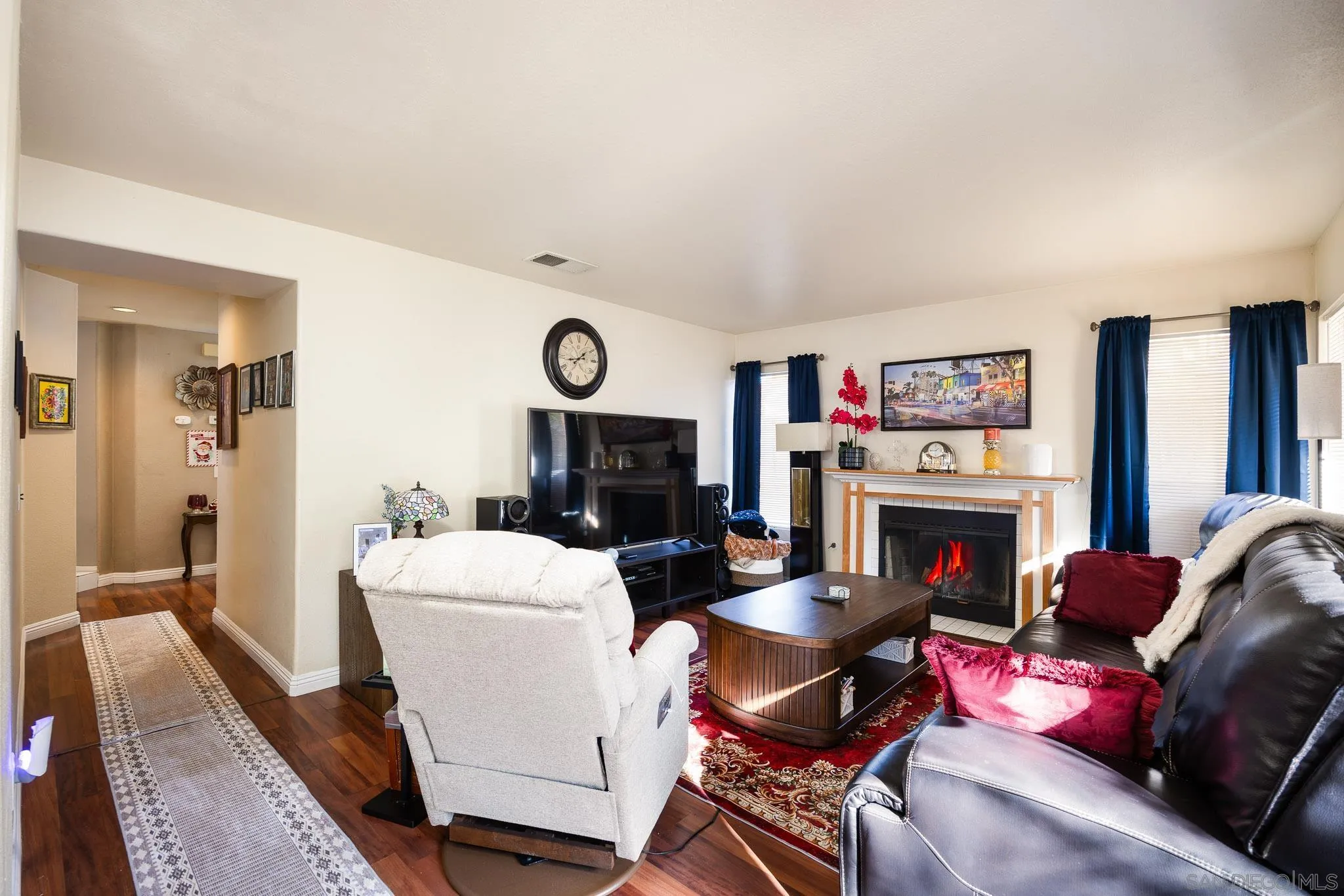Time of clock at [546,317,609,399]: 1:42
